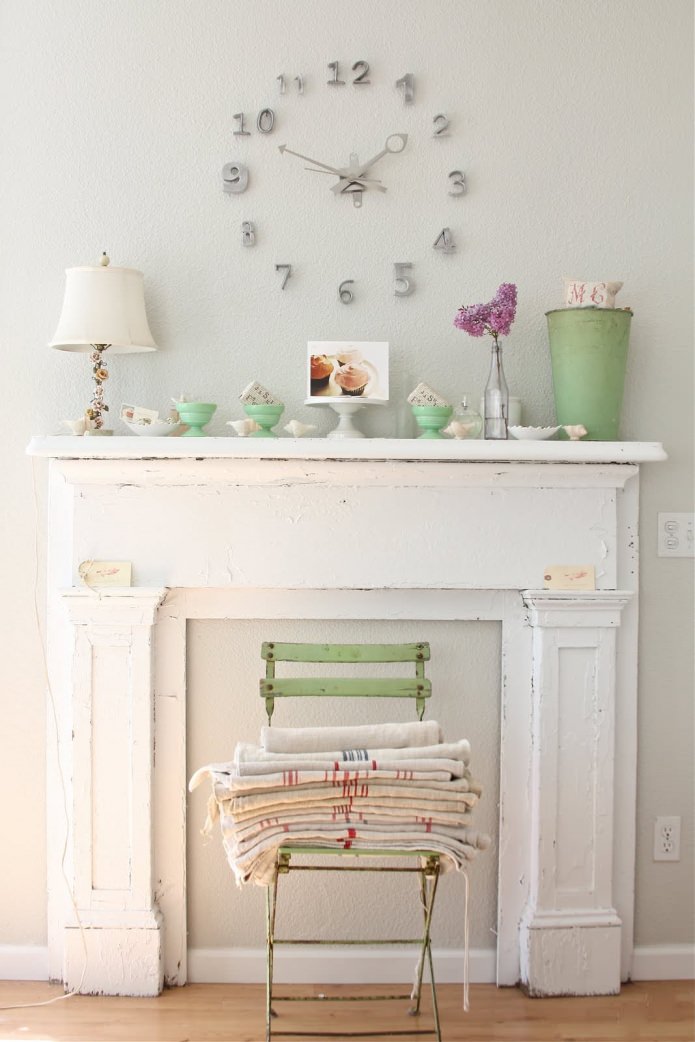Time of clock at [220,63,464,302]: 1:48
